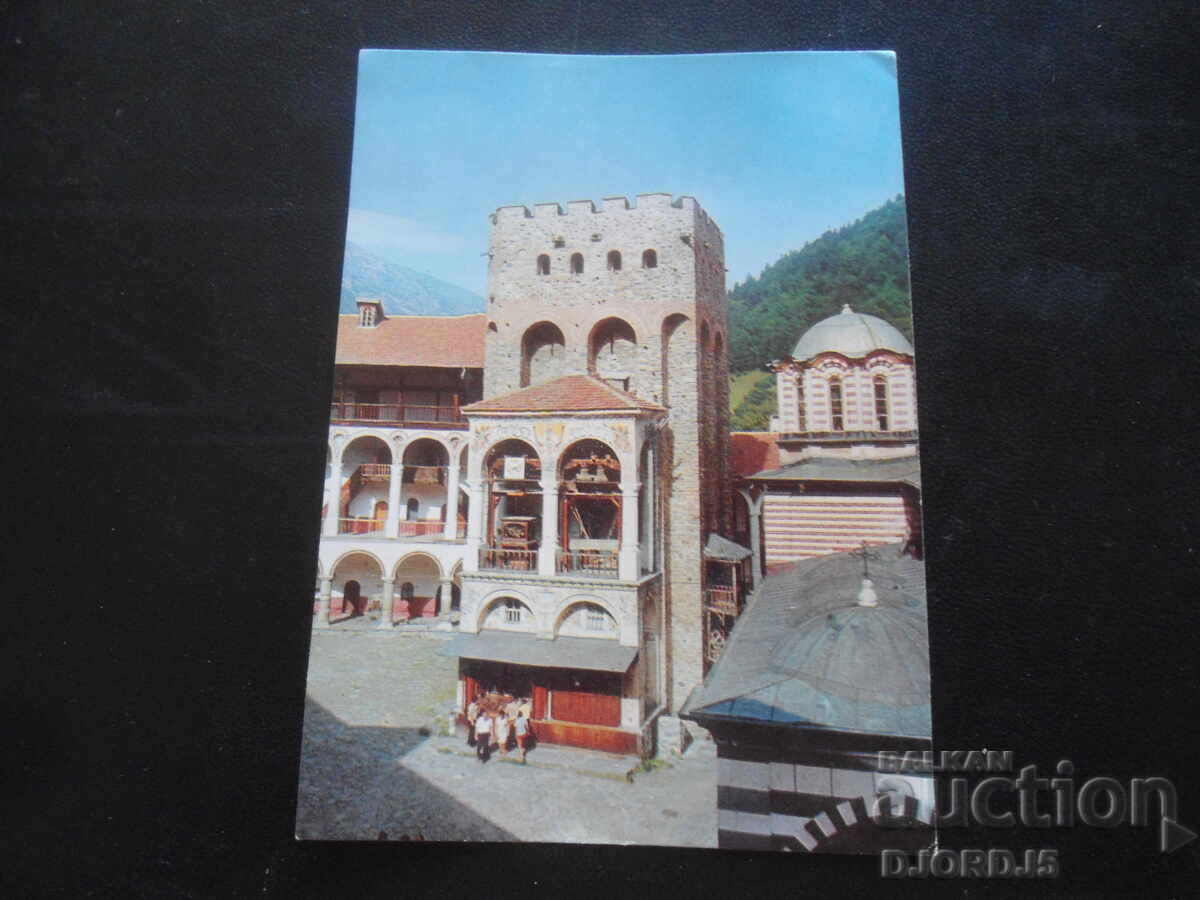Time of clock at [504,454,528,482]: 4:12
